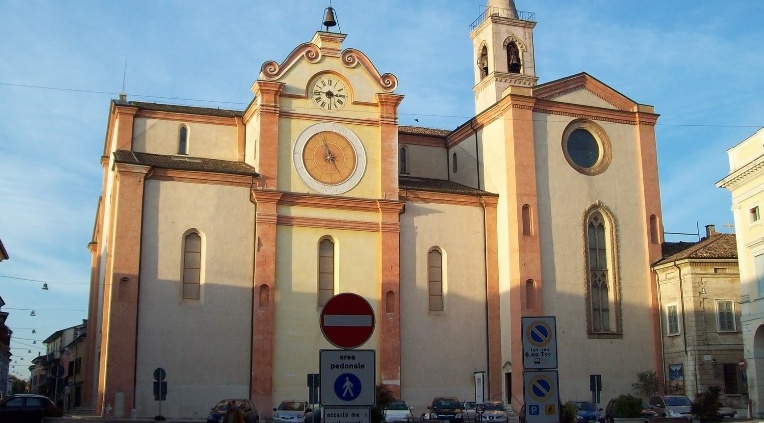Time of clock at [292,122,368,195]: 4:57
